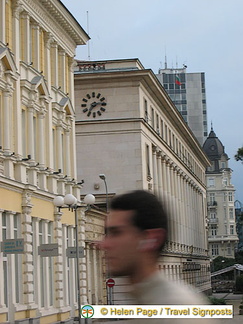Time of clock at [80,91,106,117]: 2:36
